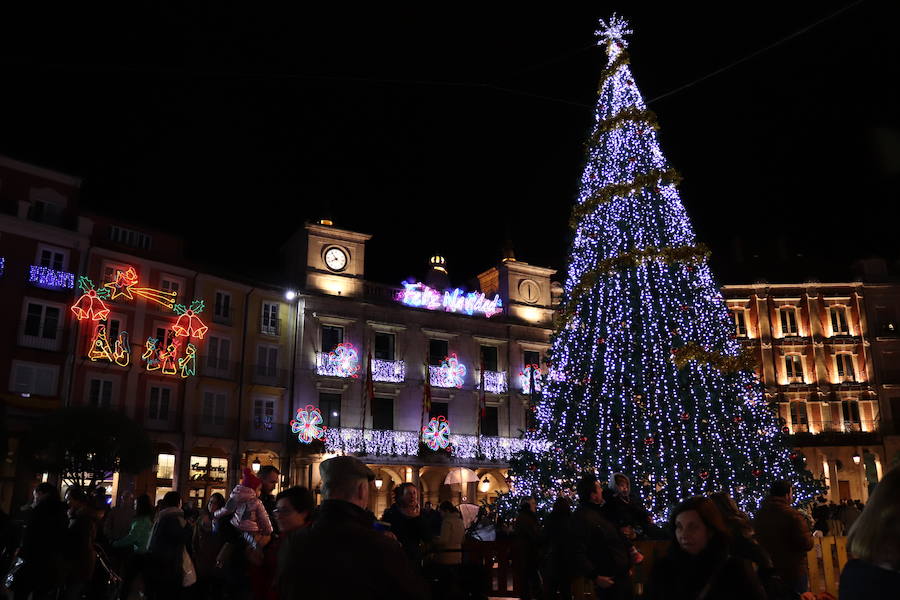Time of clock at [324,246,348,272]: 7:53
